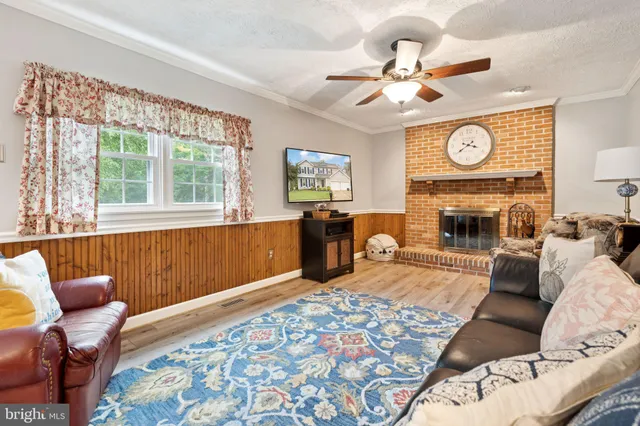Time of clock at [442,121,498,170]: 3:39
